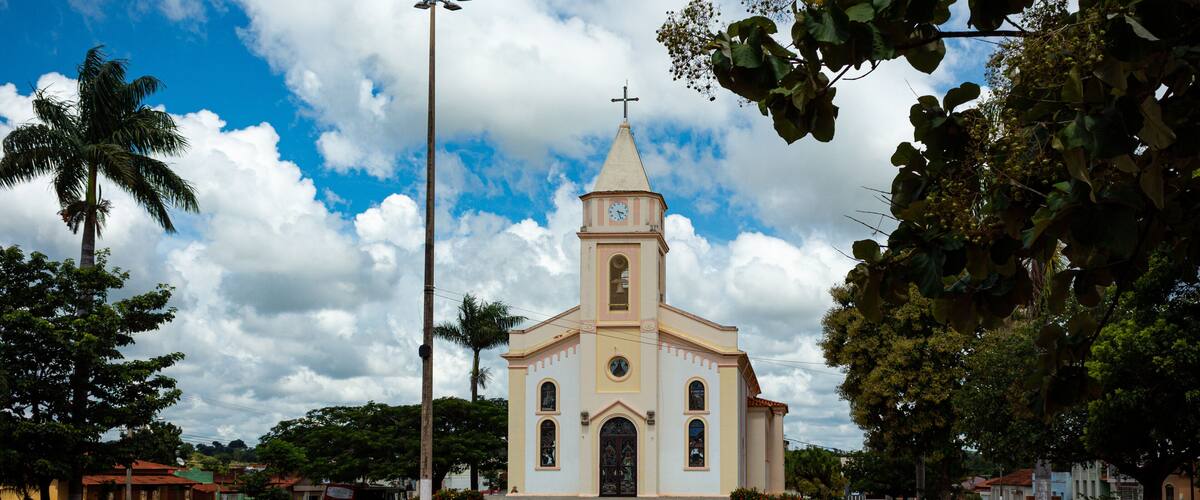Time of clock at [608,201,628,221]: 3:27
